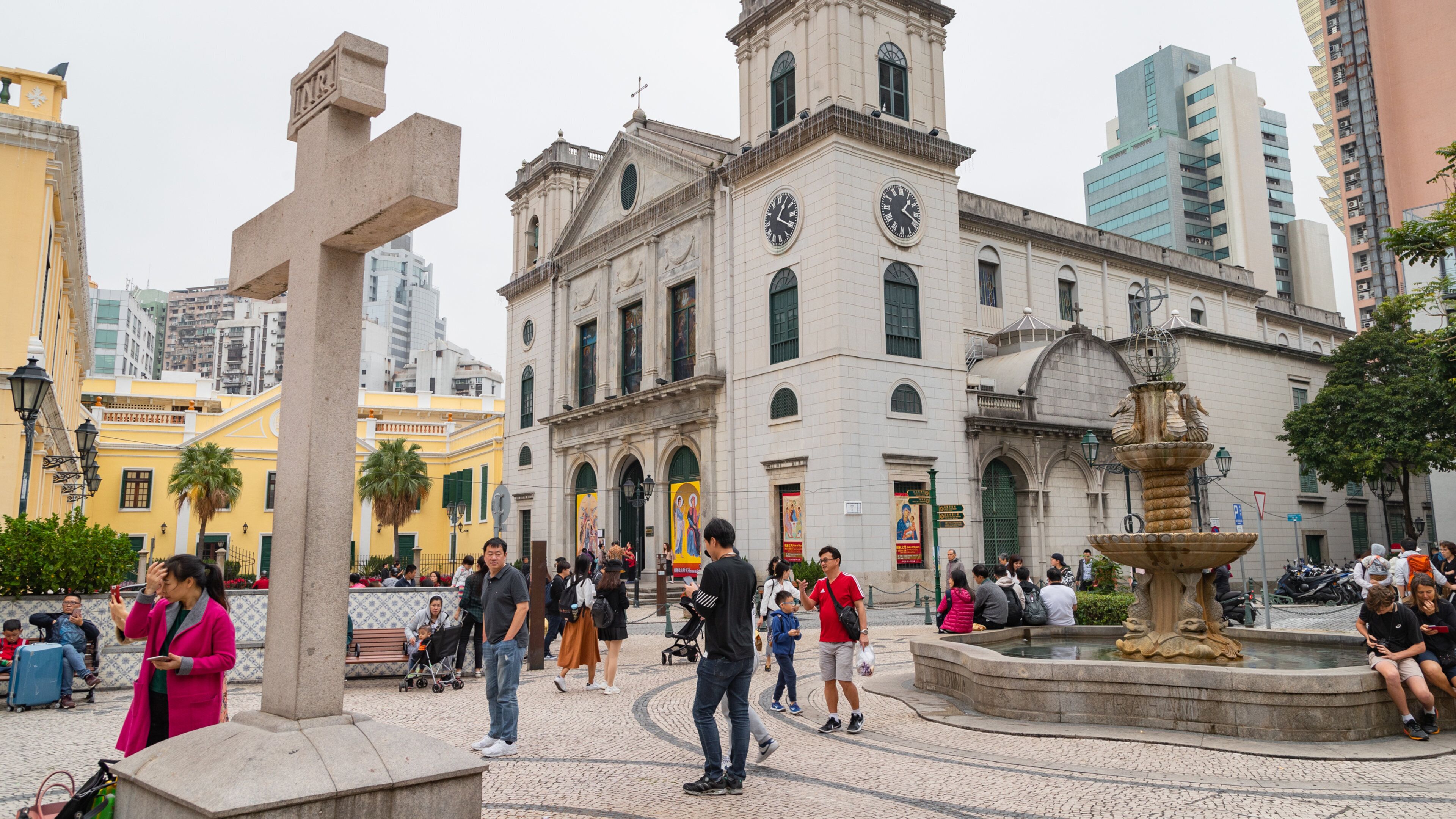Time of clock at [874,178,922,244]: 1:18
